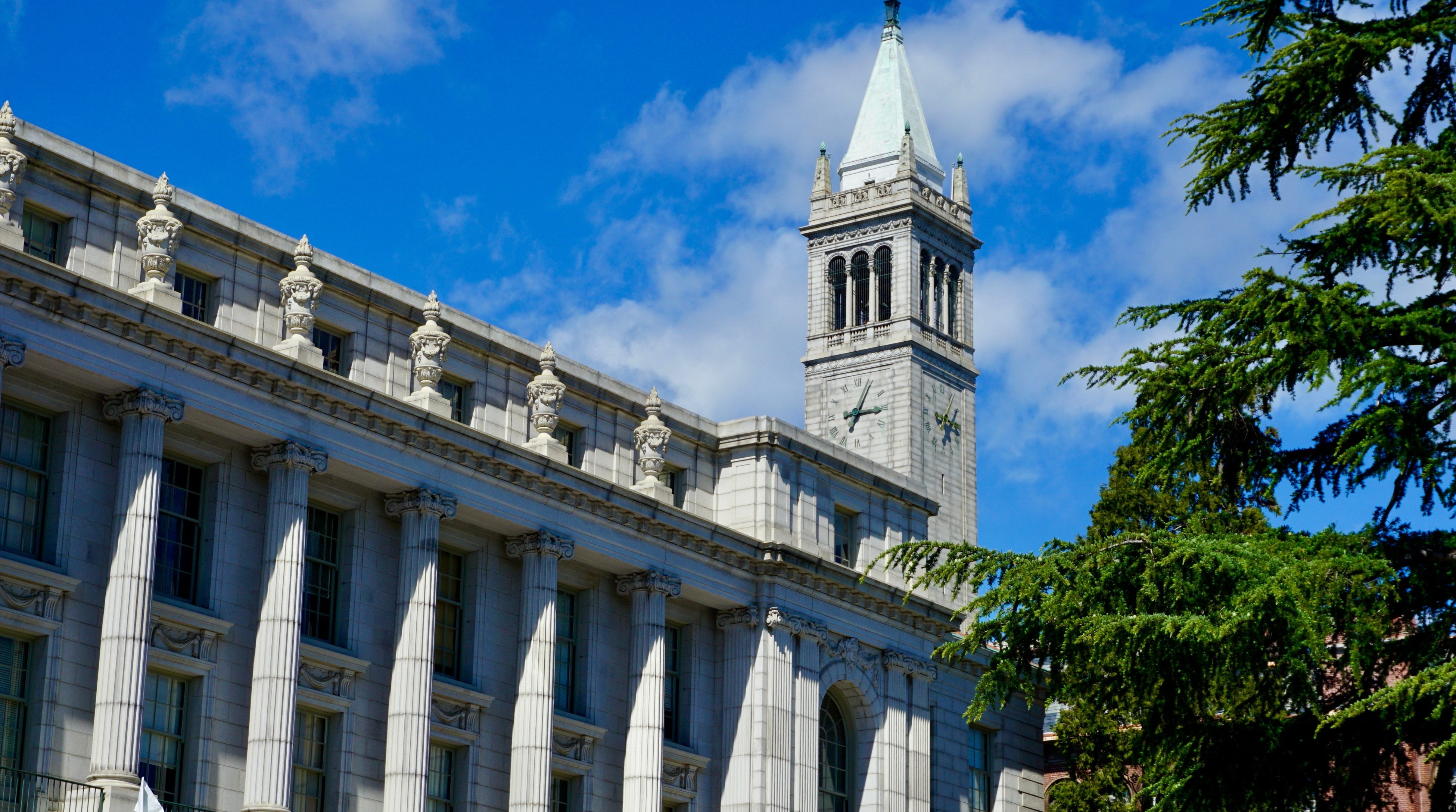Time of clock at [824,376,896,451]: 3:04
